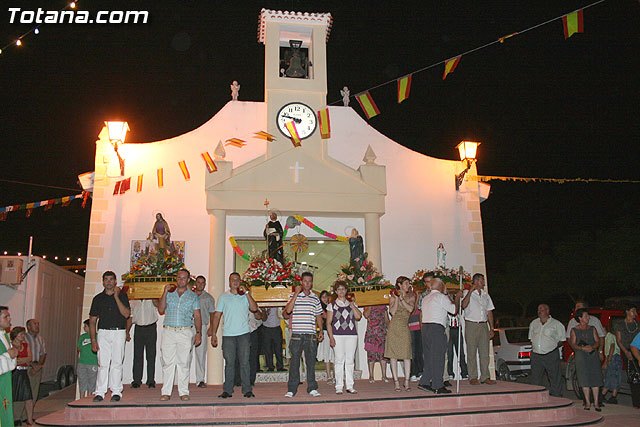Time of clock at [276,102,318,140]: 9:47
